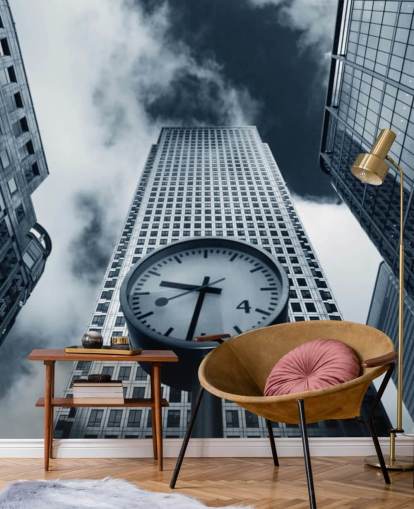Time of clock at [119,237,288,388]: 9:32
